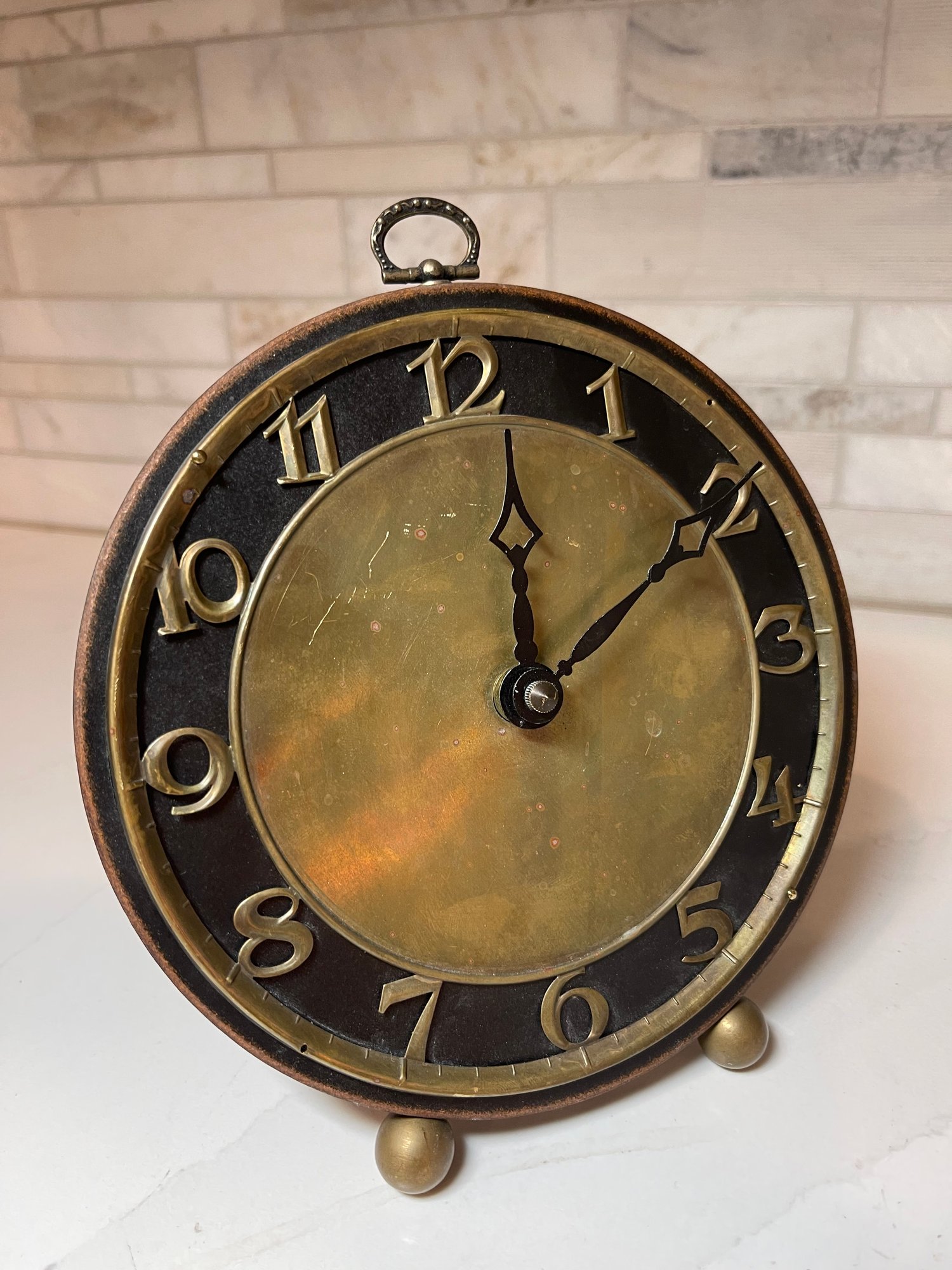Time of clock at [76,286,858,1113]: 12:10
